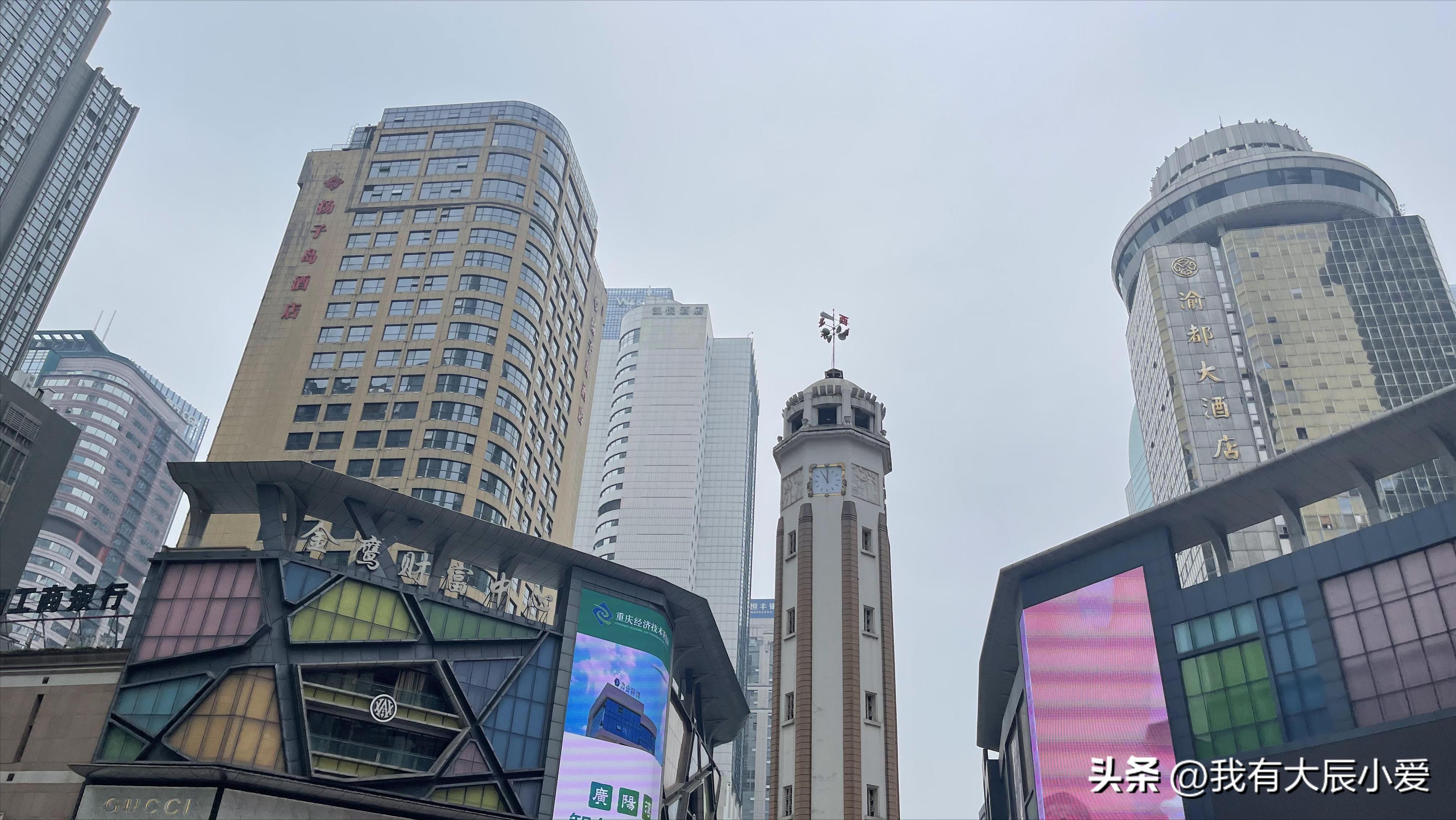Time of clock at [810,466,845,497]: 11:00
